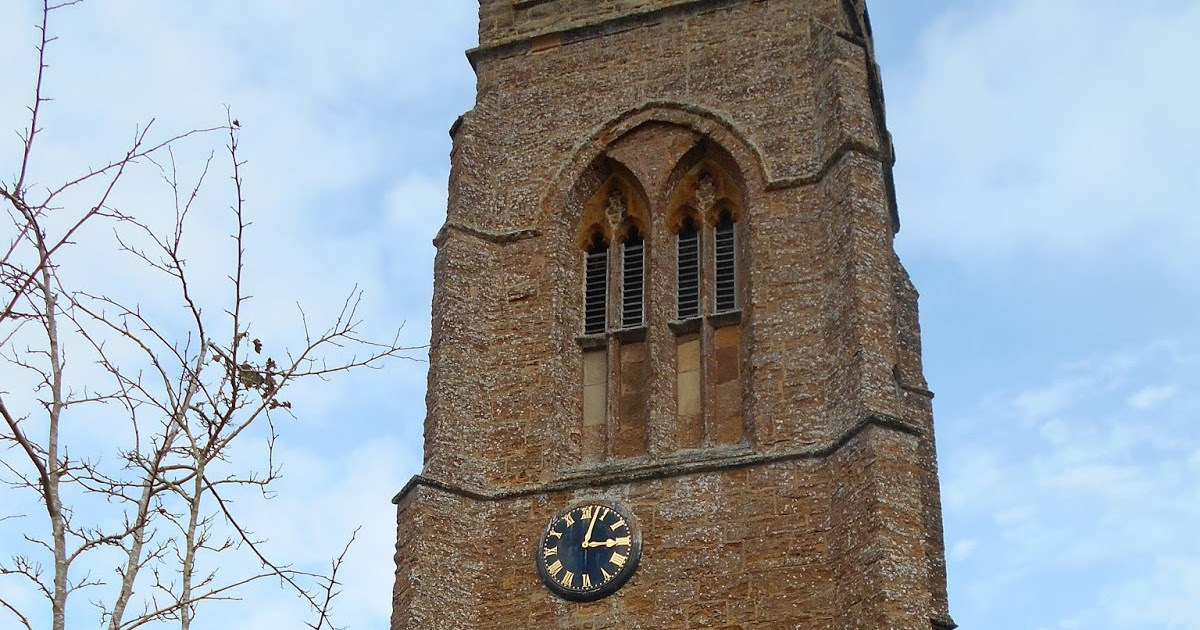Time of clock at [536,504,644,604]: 3:03
